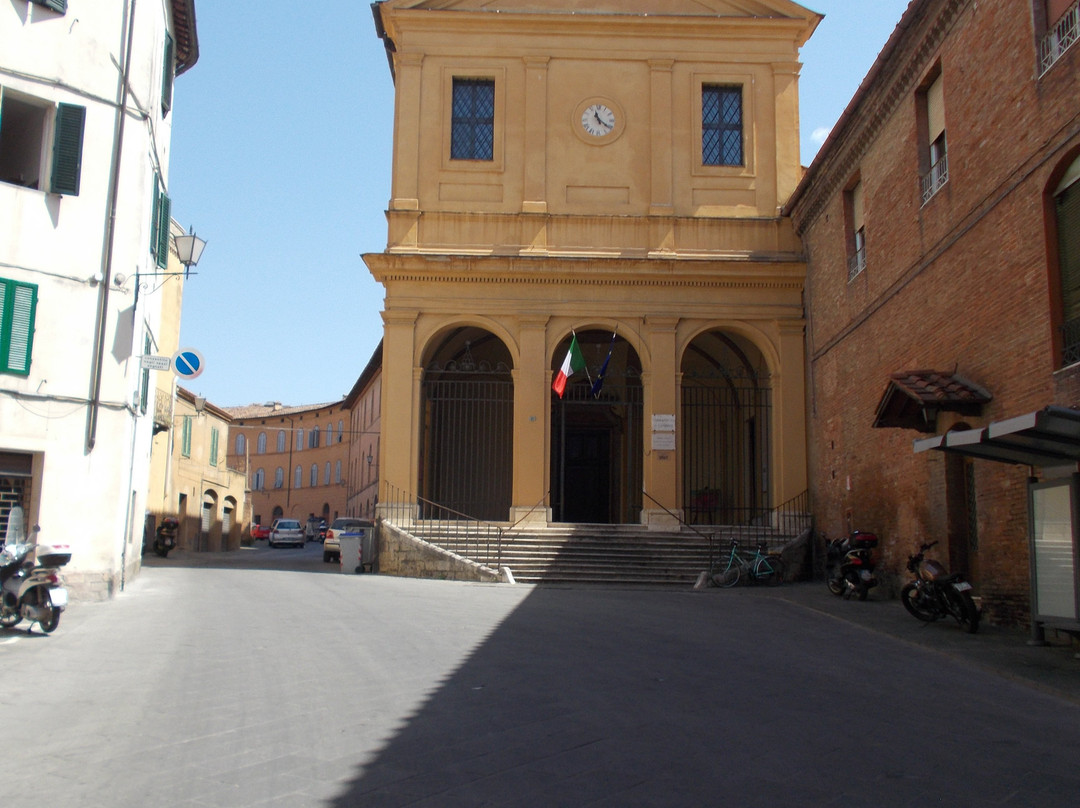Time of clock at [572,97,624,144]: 11:21
